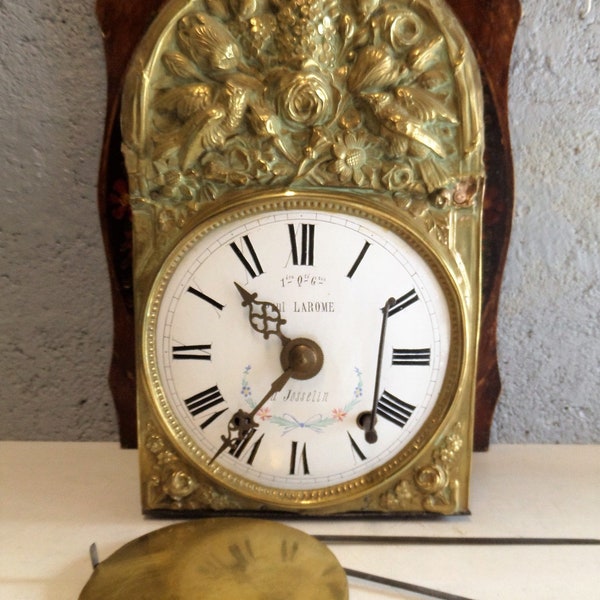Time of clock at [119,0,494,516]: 10:36
